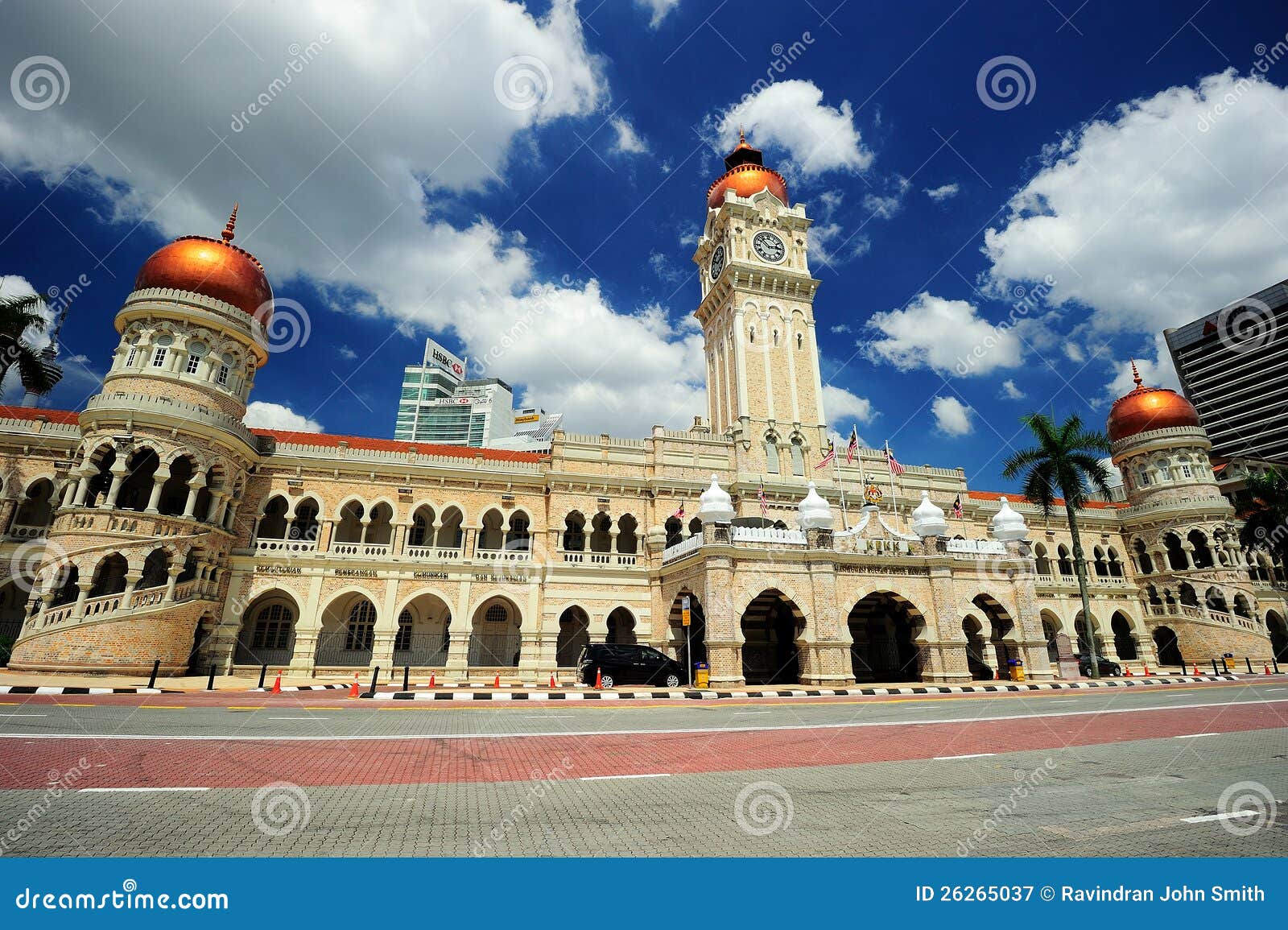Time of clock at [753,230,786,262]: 2:52
